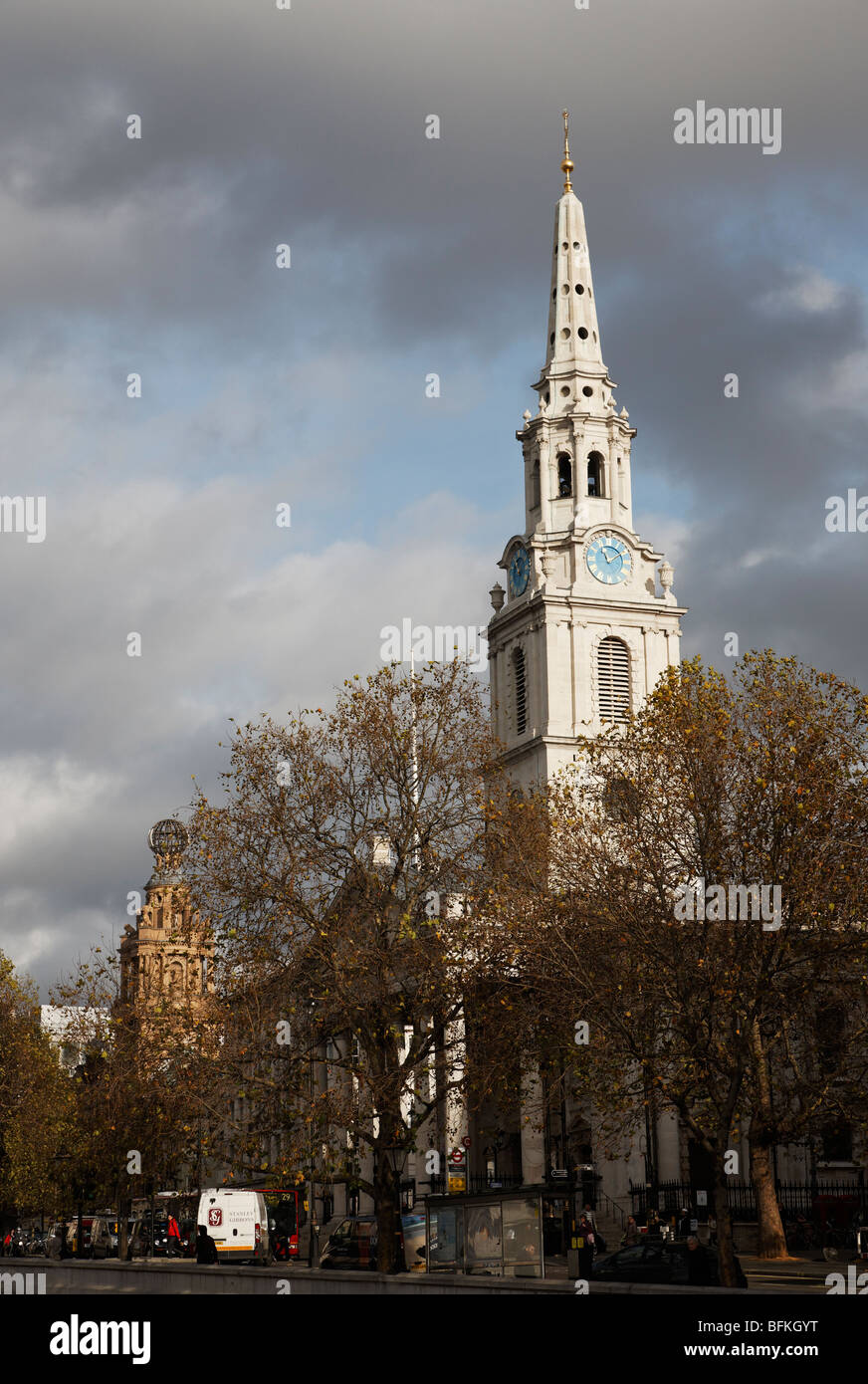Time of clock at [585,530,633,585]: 11:09
